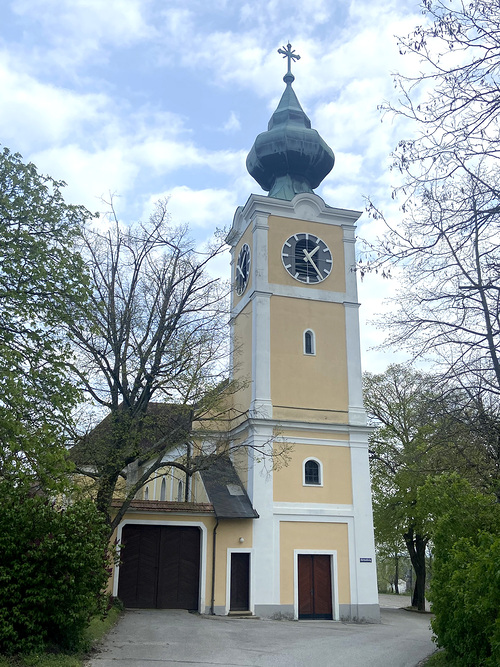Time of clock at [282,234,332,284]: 1:24
